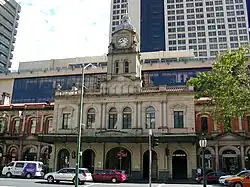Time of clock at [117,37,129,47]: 10:41
